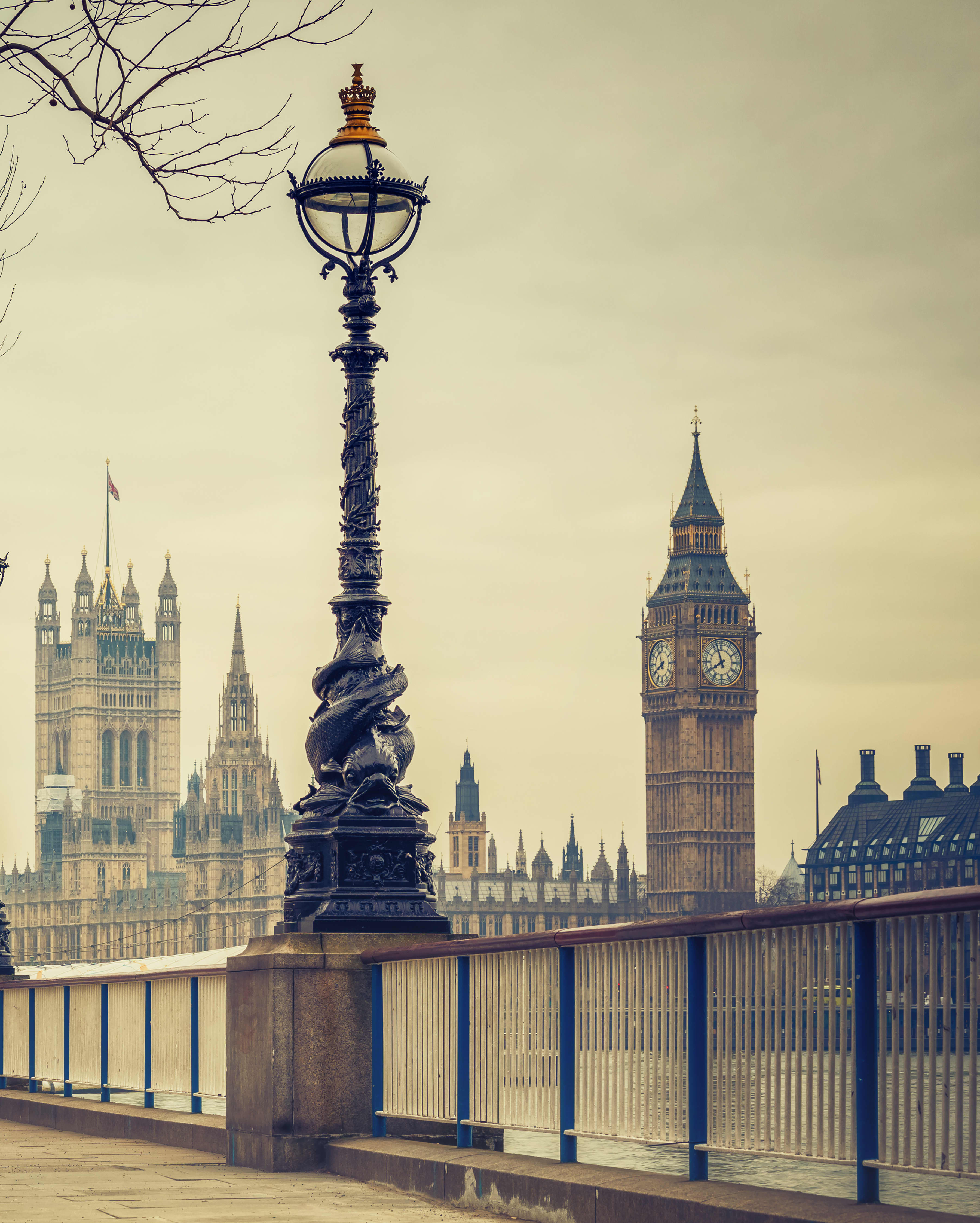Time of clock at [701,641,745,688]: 7:56
